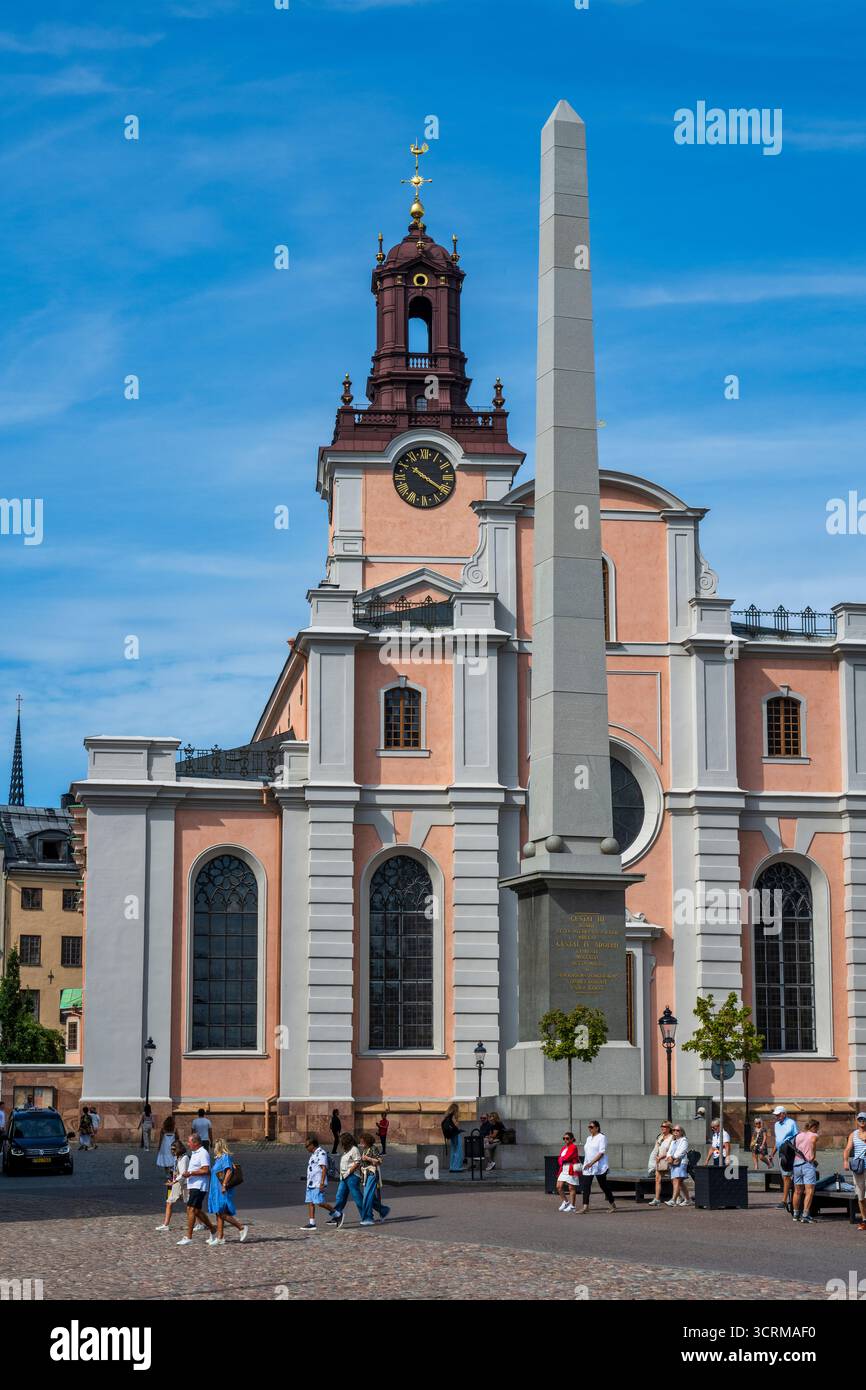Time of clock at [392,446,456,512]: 10:20
